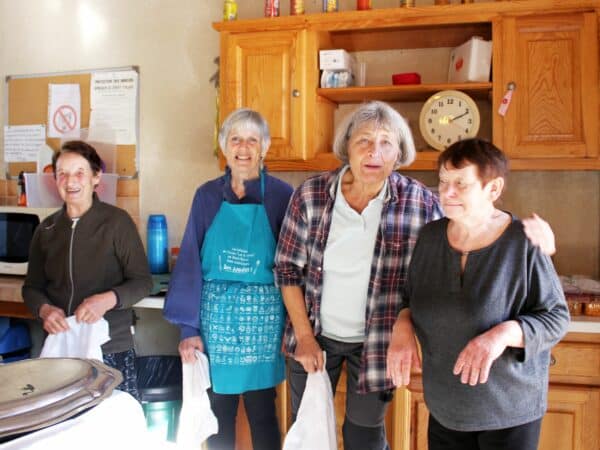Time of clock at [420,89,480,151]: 2:11
